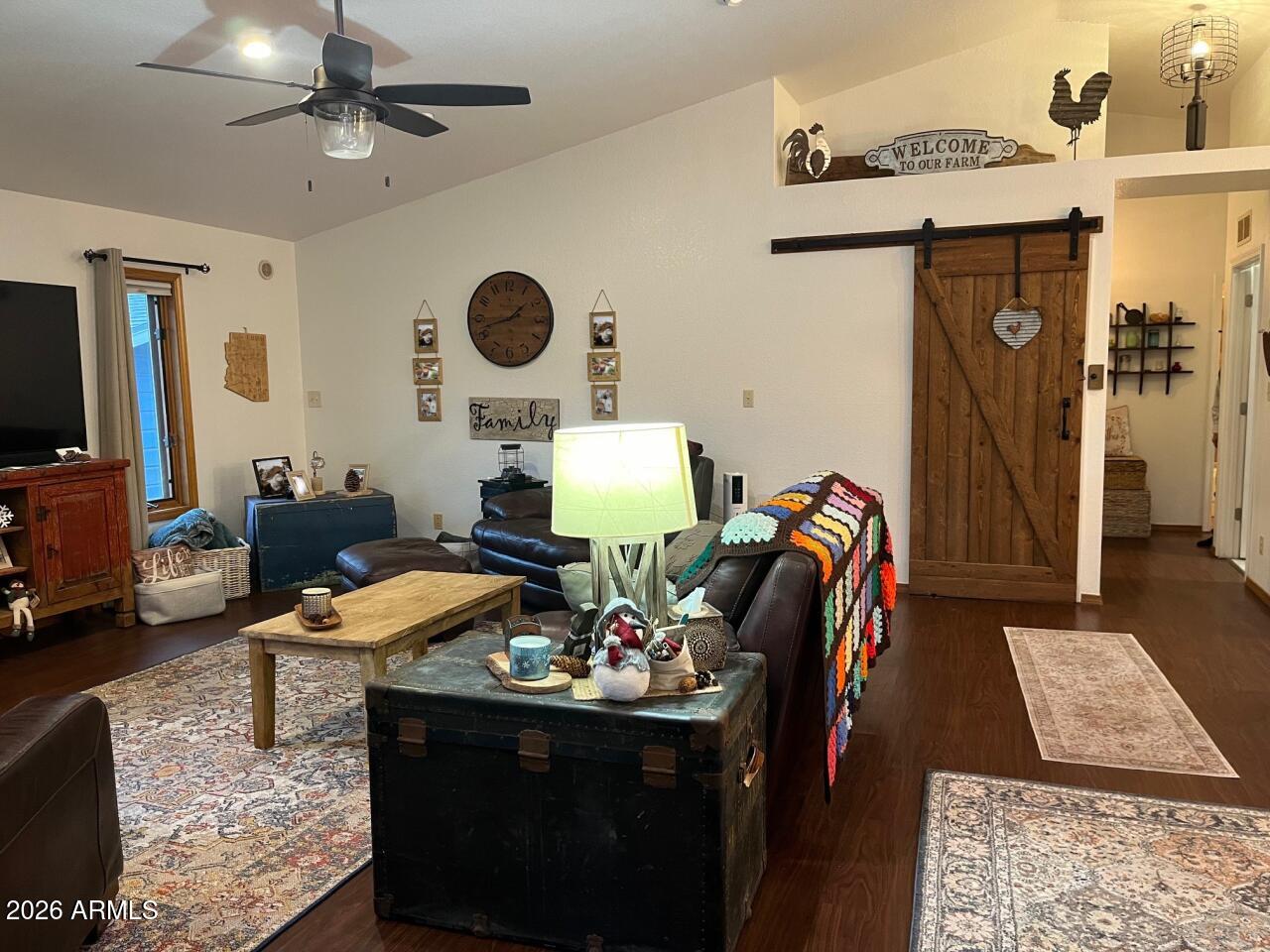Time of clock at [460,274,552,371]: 1:41
